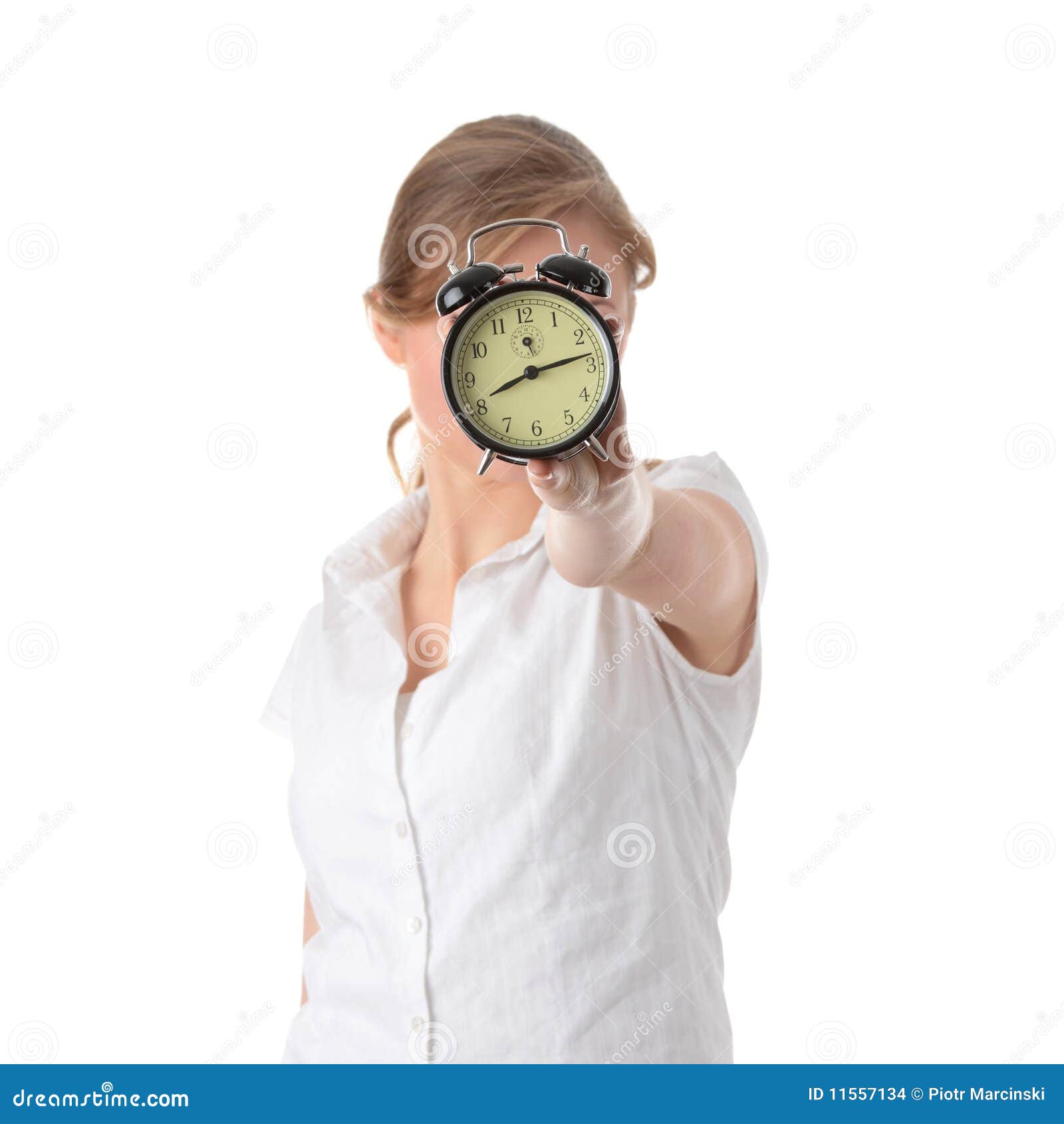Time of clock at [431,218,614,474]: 8:13
